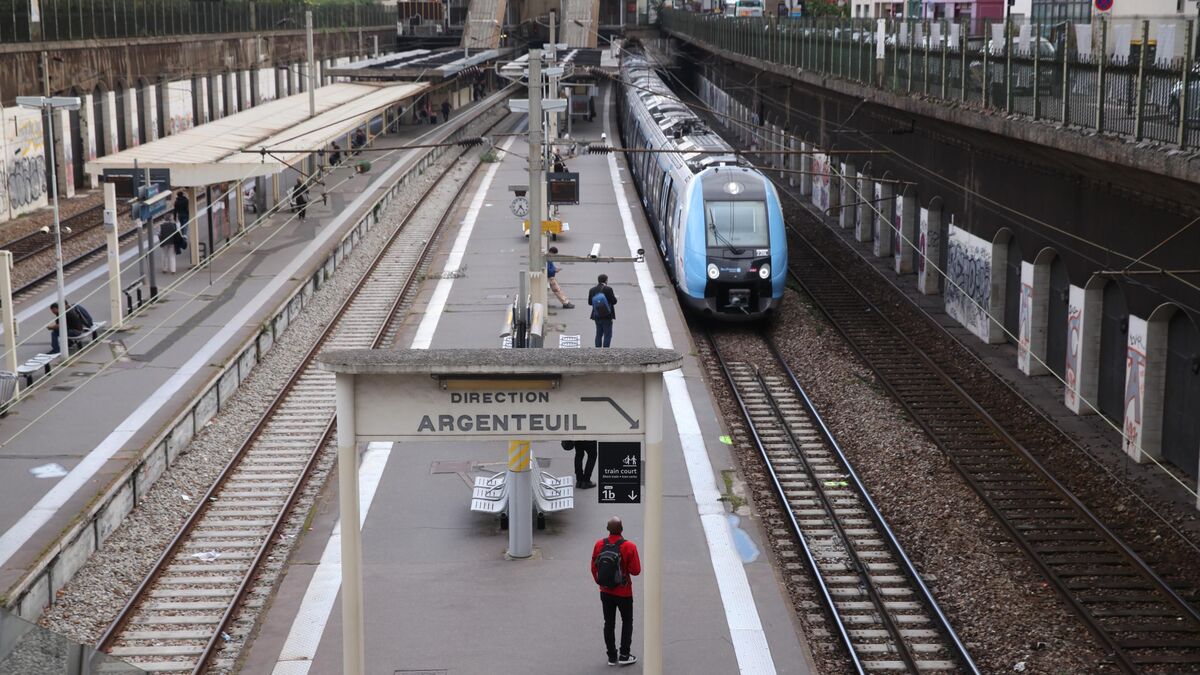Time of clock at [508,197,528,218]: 4:35
